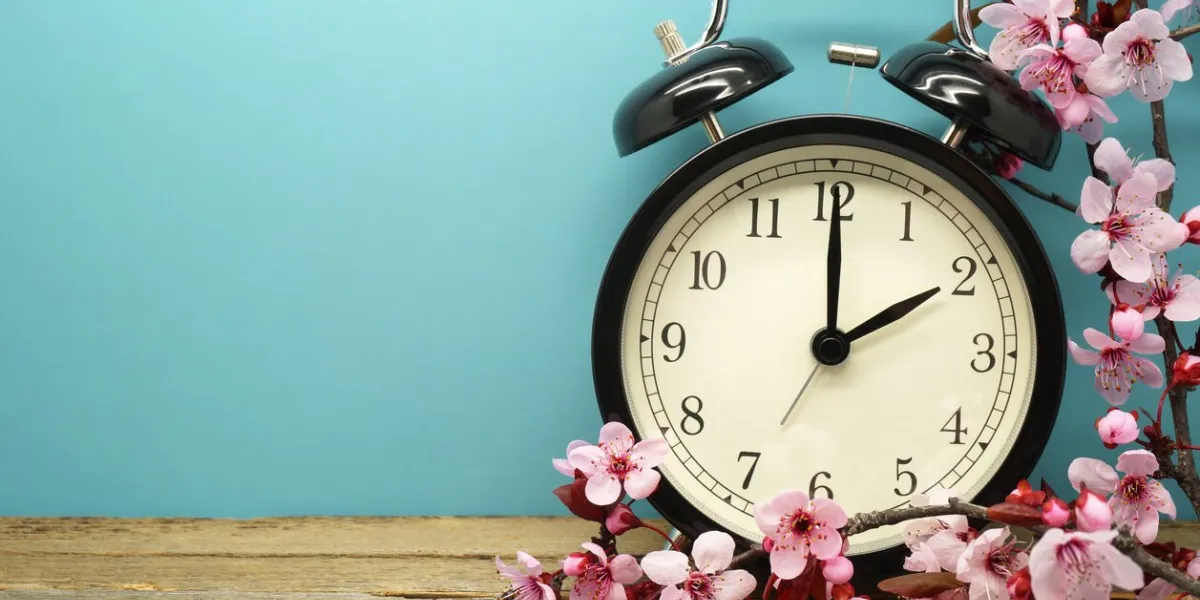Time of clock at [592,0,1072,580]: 2:00
